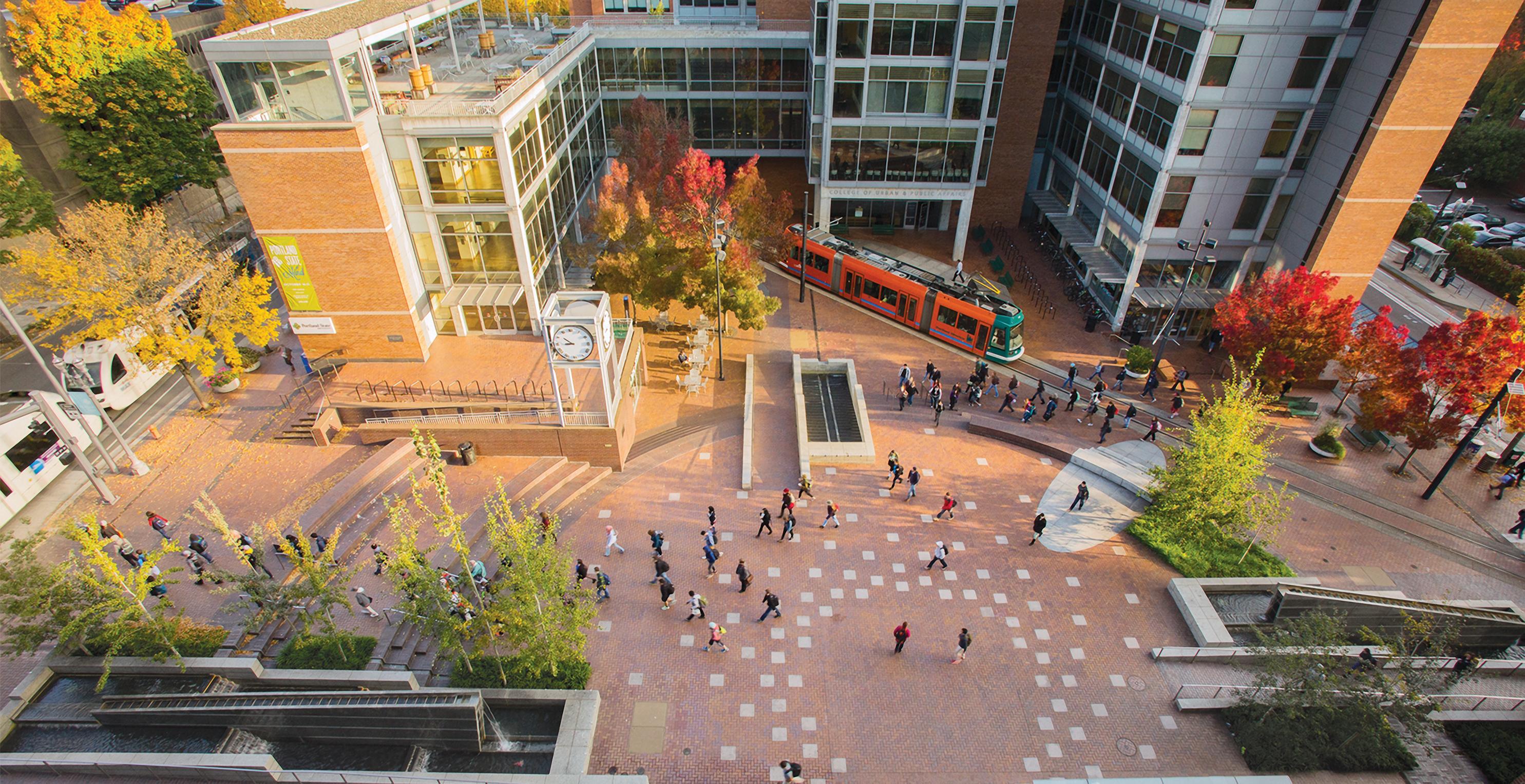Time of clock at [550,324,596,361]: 8:51
